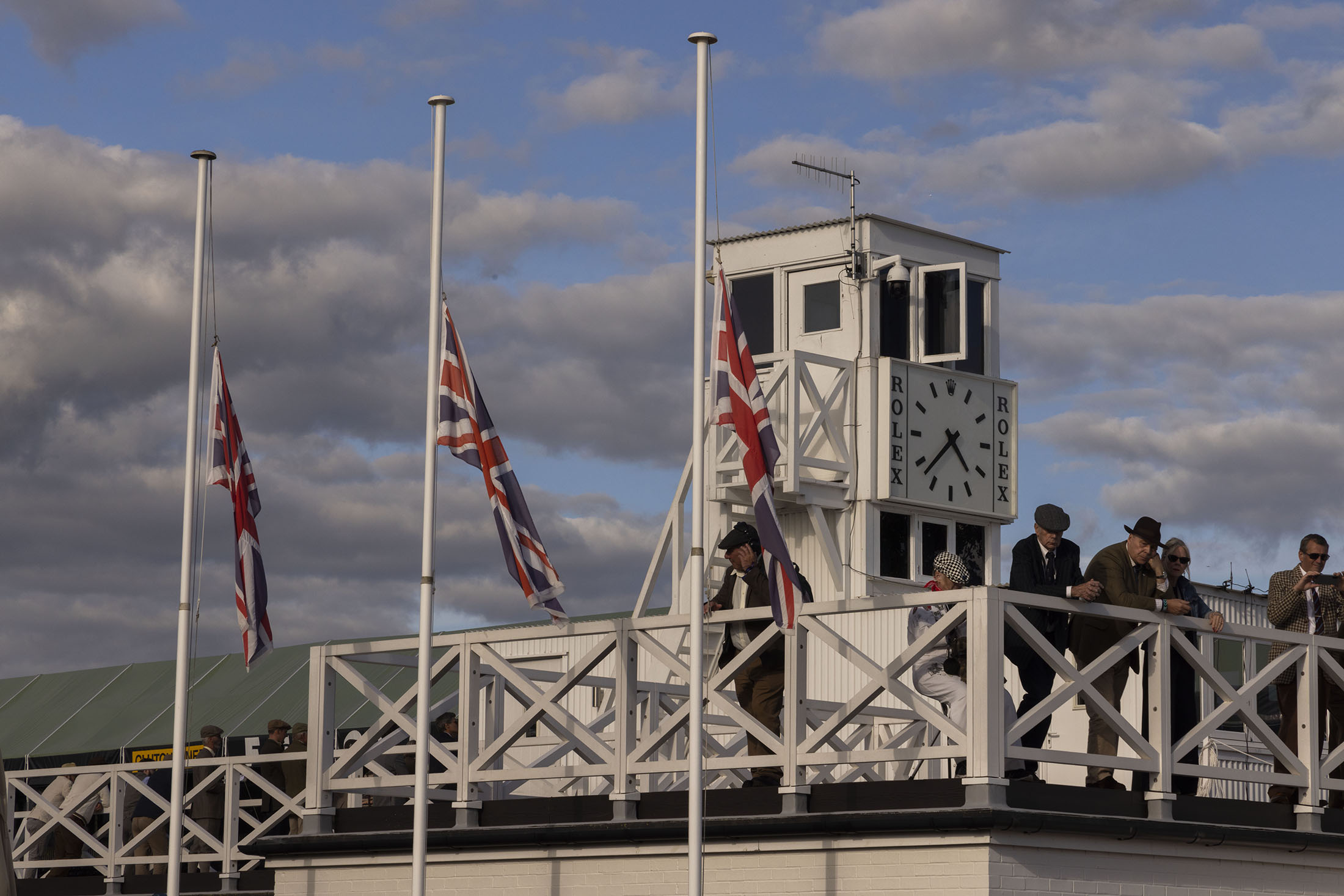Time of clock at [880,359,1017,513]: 4:37
